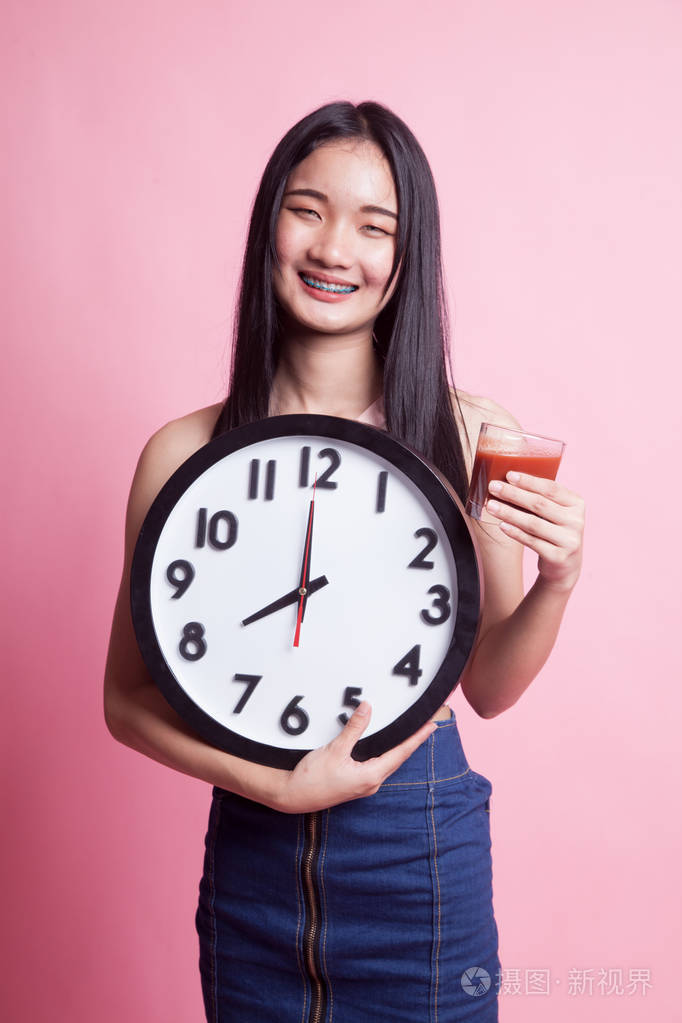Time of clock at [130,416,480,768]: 7:59
